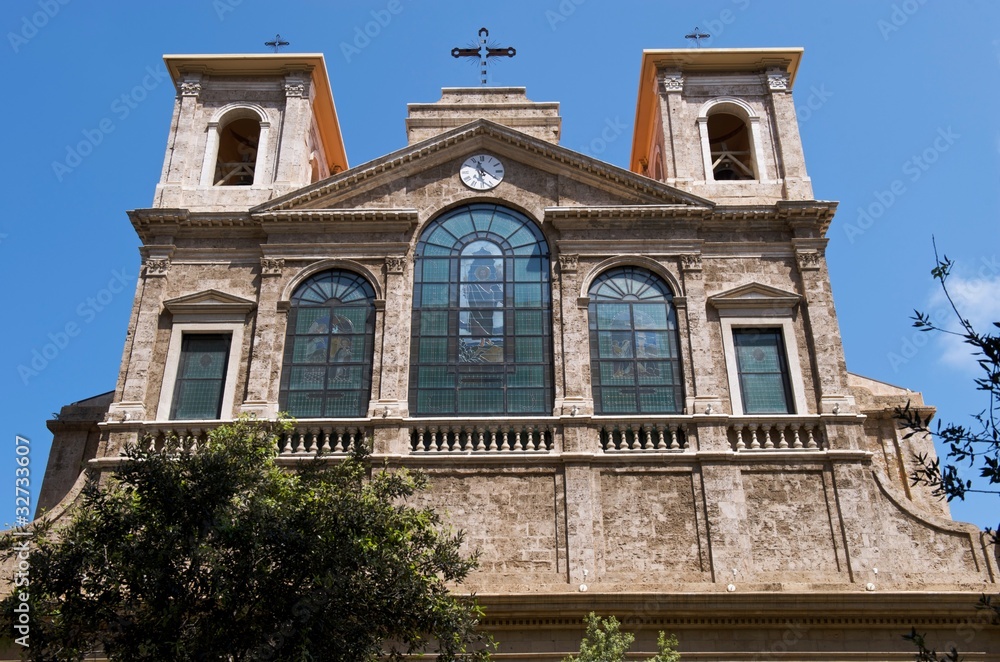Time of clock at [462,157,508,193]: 11:20
